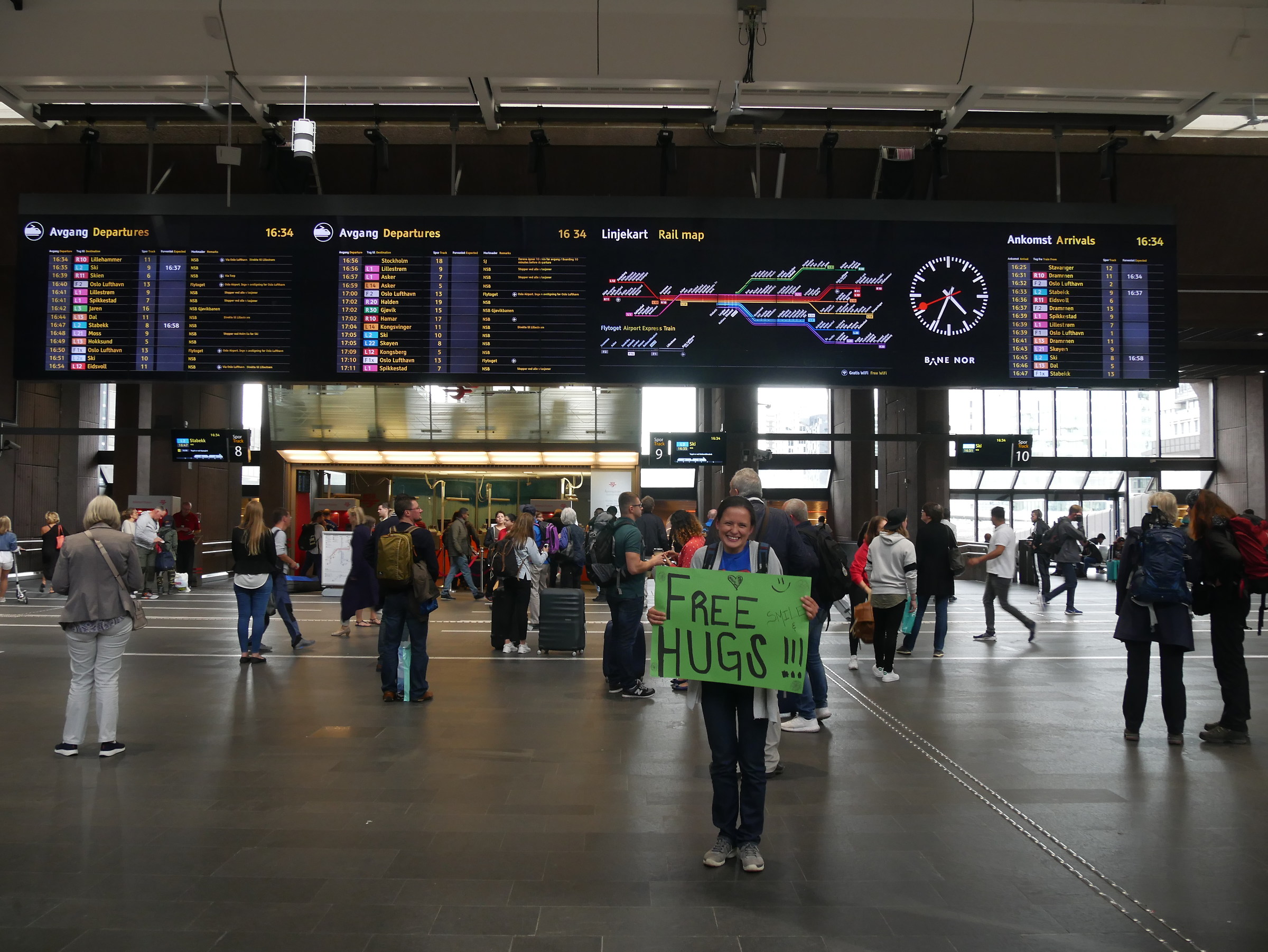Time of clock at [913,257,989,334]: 4:34
